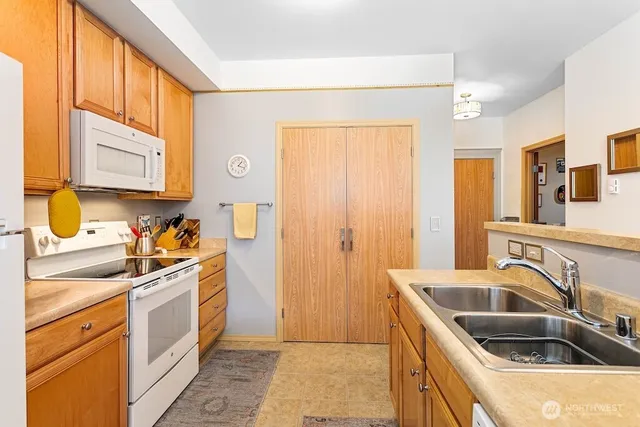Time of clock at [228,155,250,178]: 1:18
